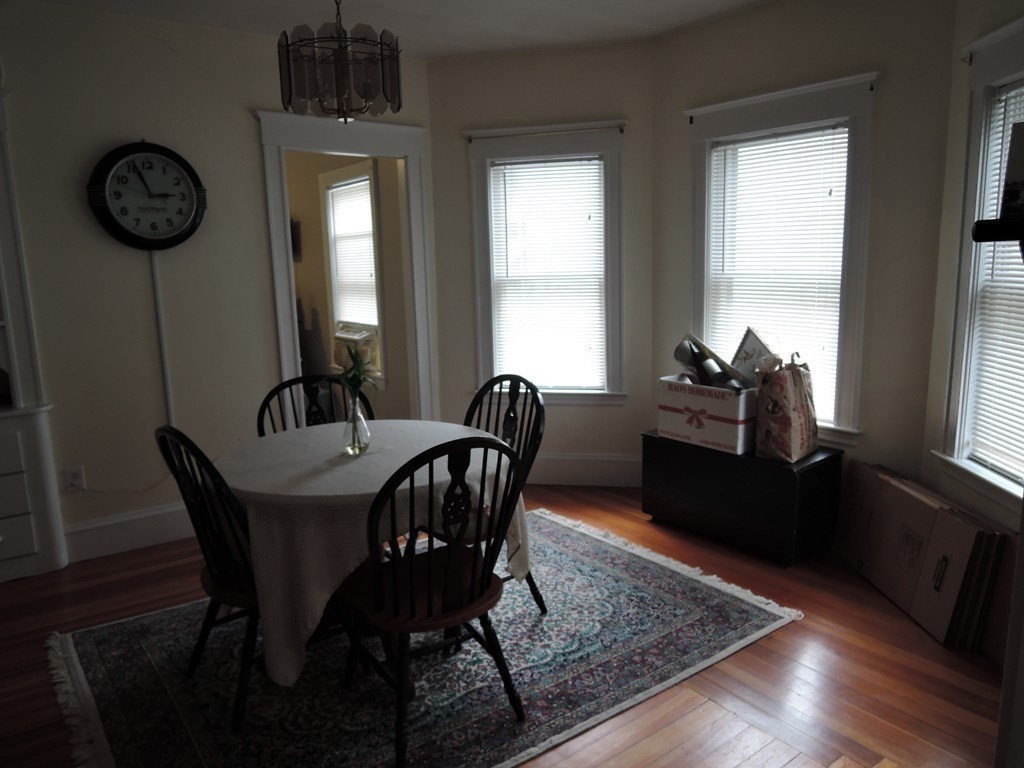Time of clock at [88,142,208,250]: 2:56
